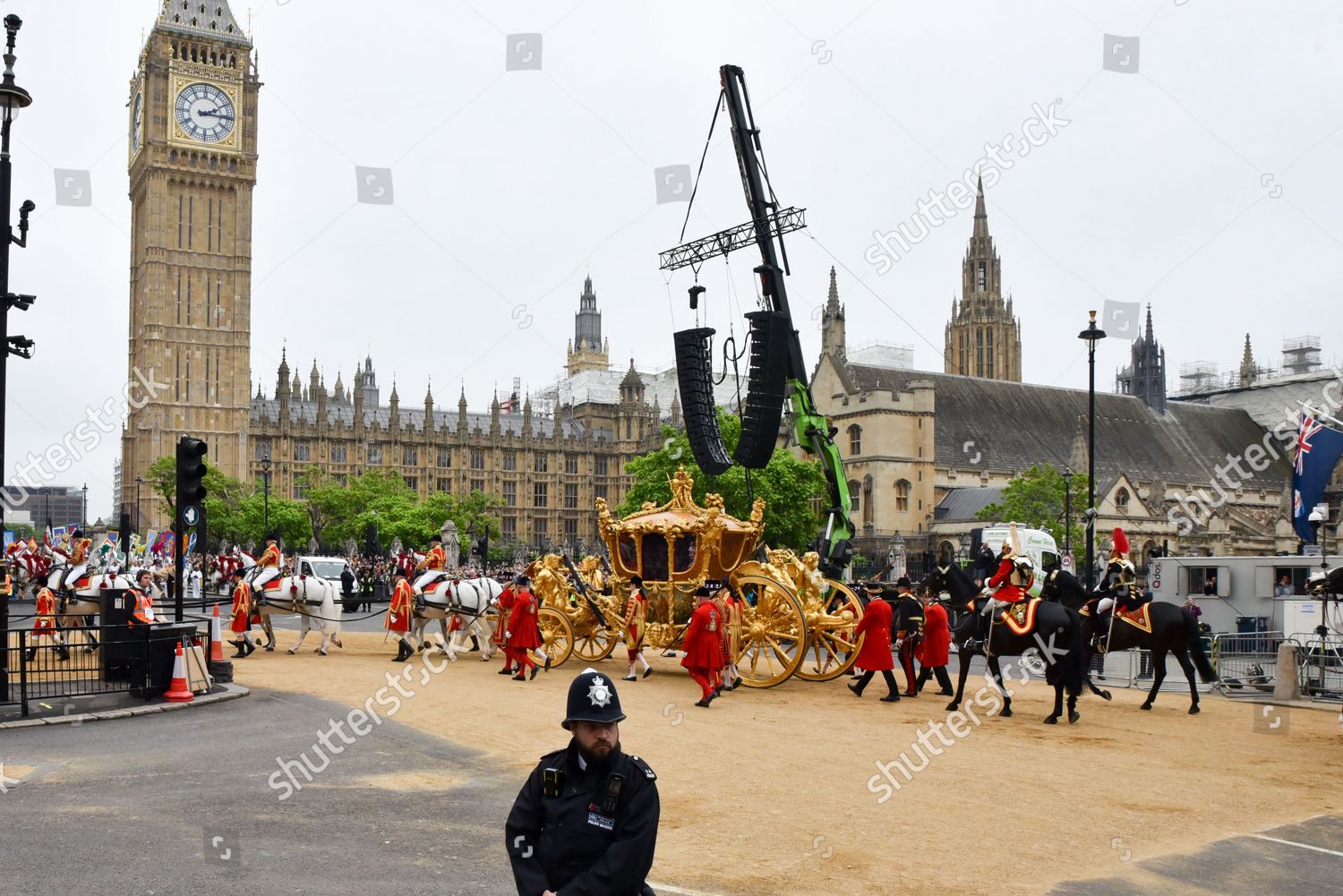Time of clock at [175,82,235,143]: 2:15
